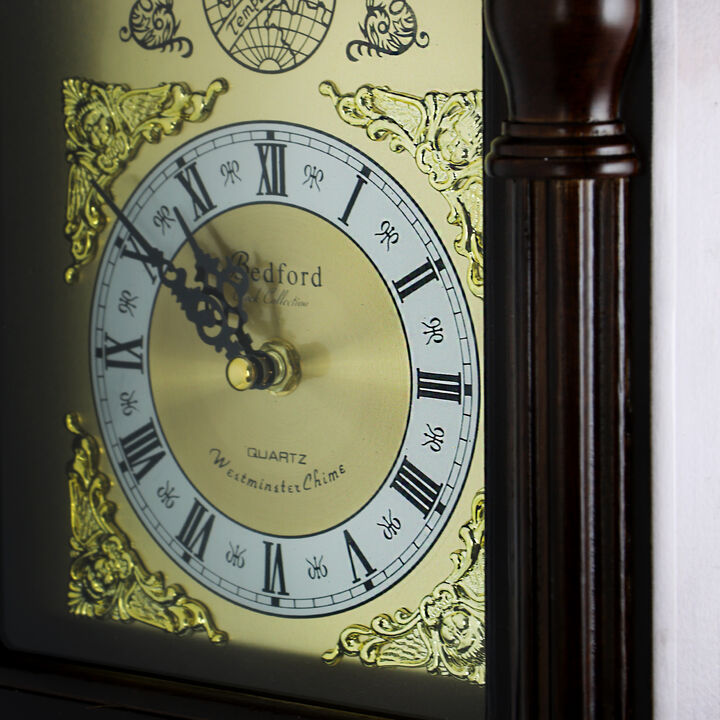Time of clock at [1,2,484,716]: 10:50
